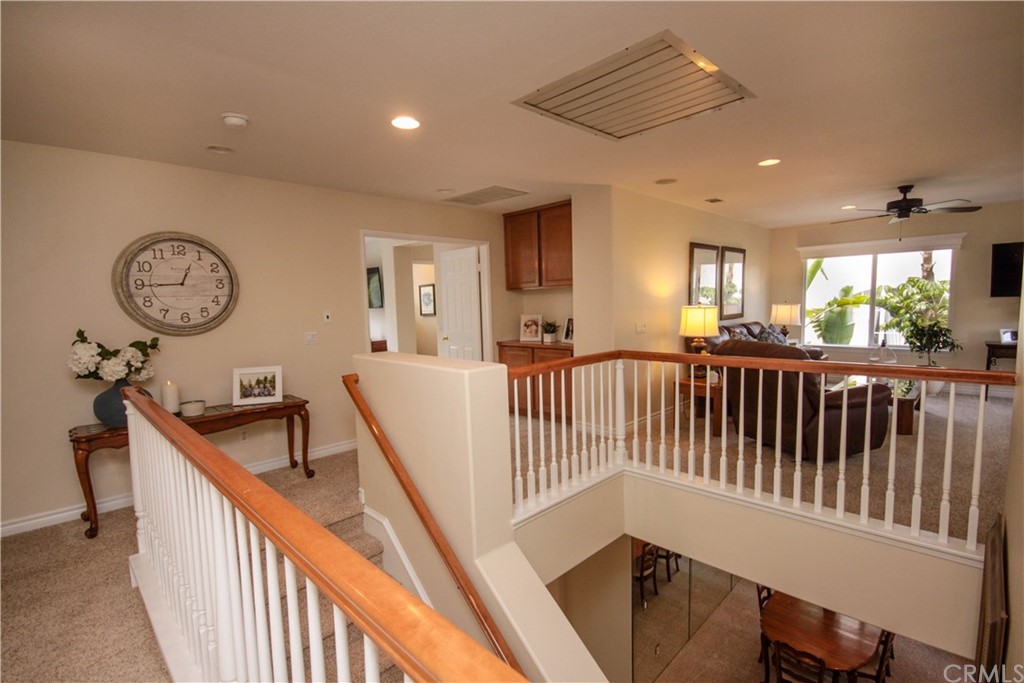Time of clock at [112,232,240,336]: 12:44
